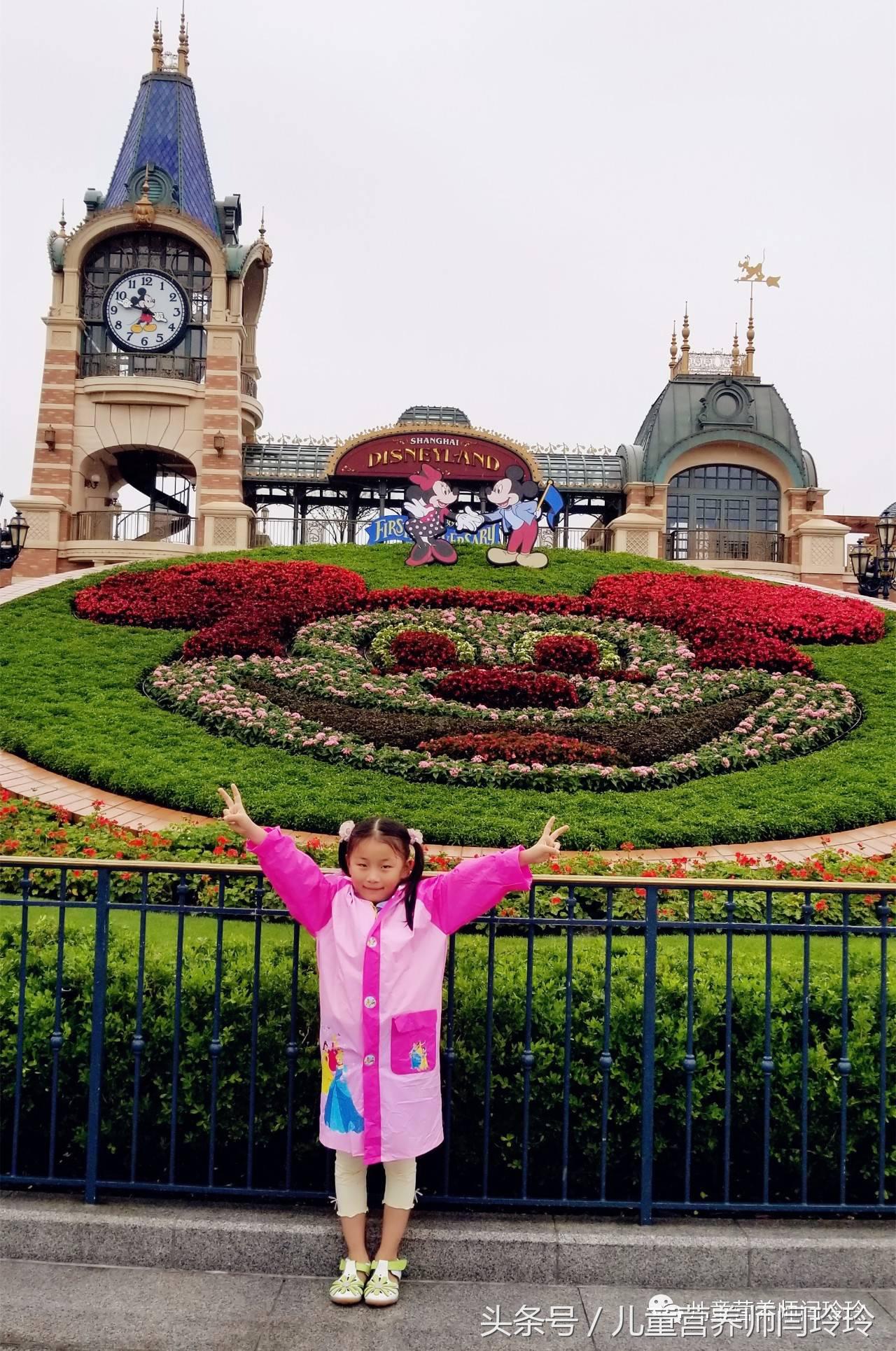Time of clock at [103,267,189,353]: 11:47
